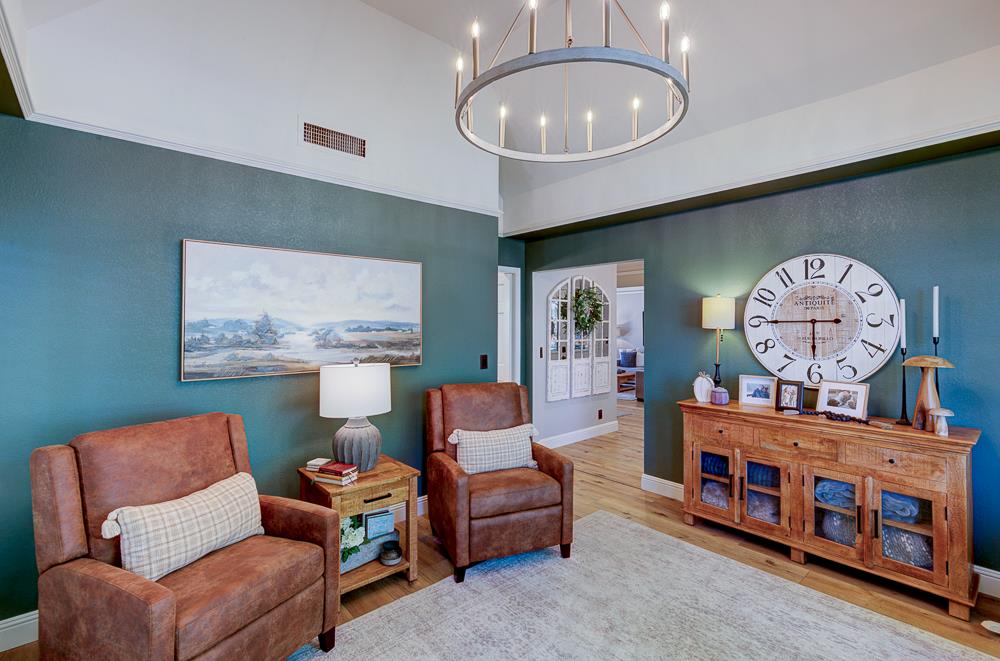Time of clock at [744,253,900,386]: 5:45
